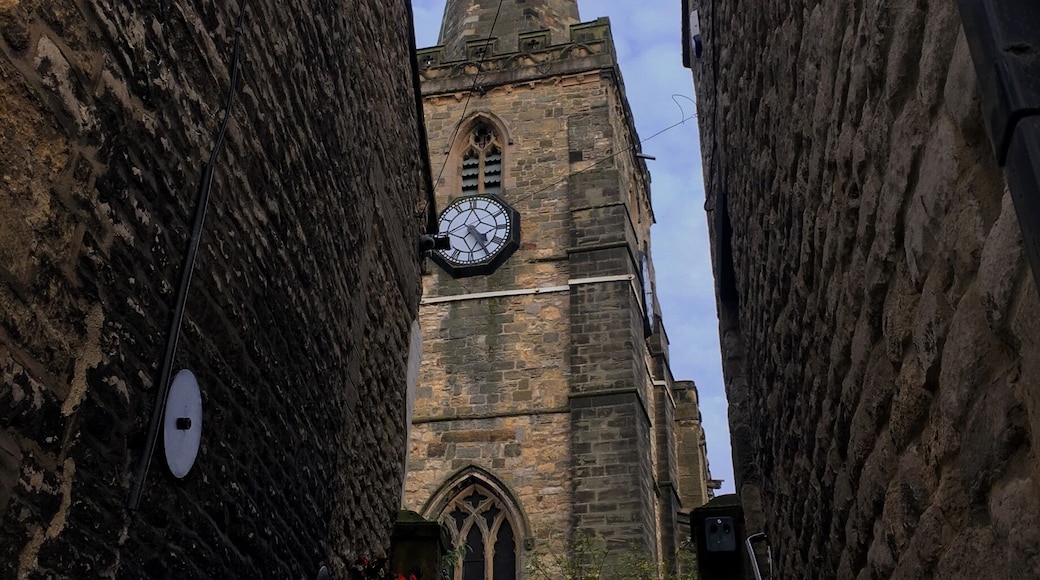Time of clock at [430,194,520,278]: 4:24
